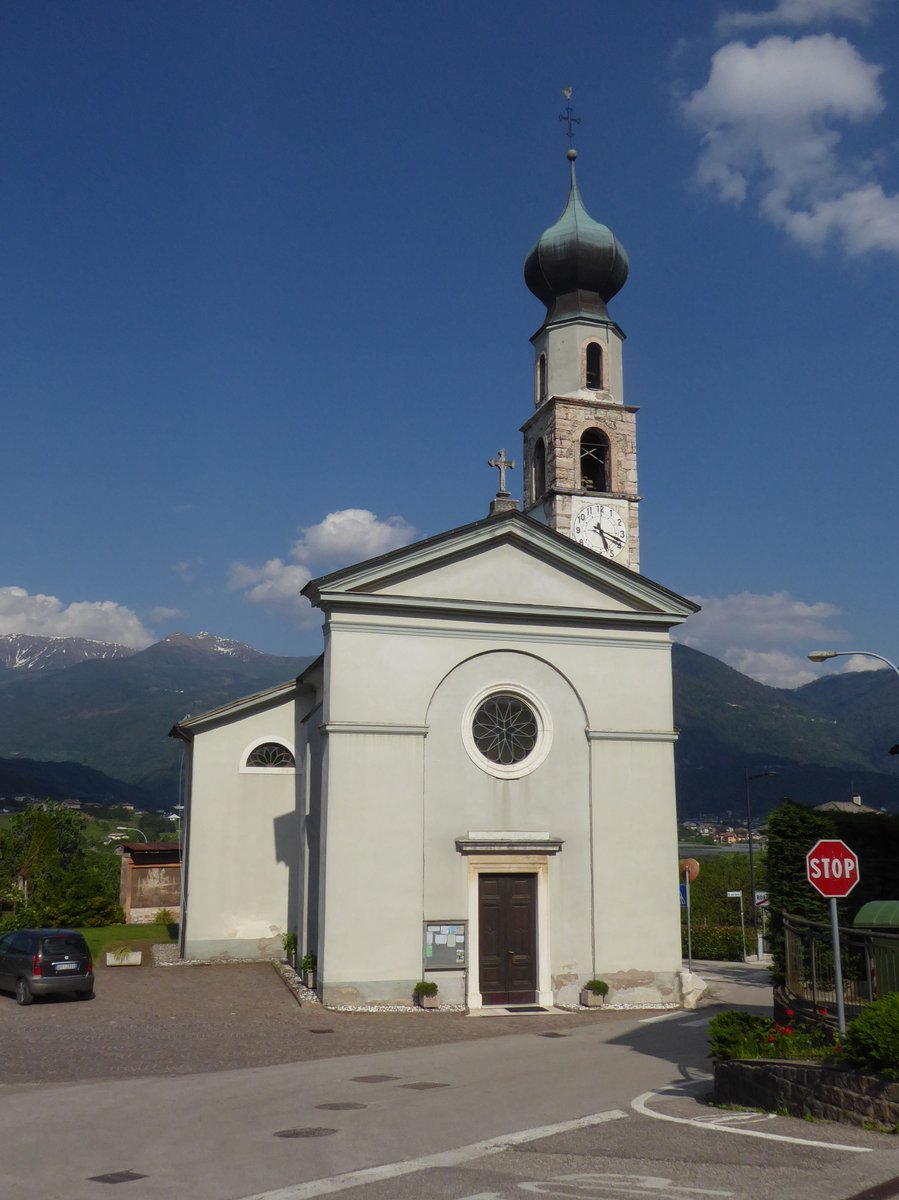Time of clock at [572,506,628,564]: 5:18
